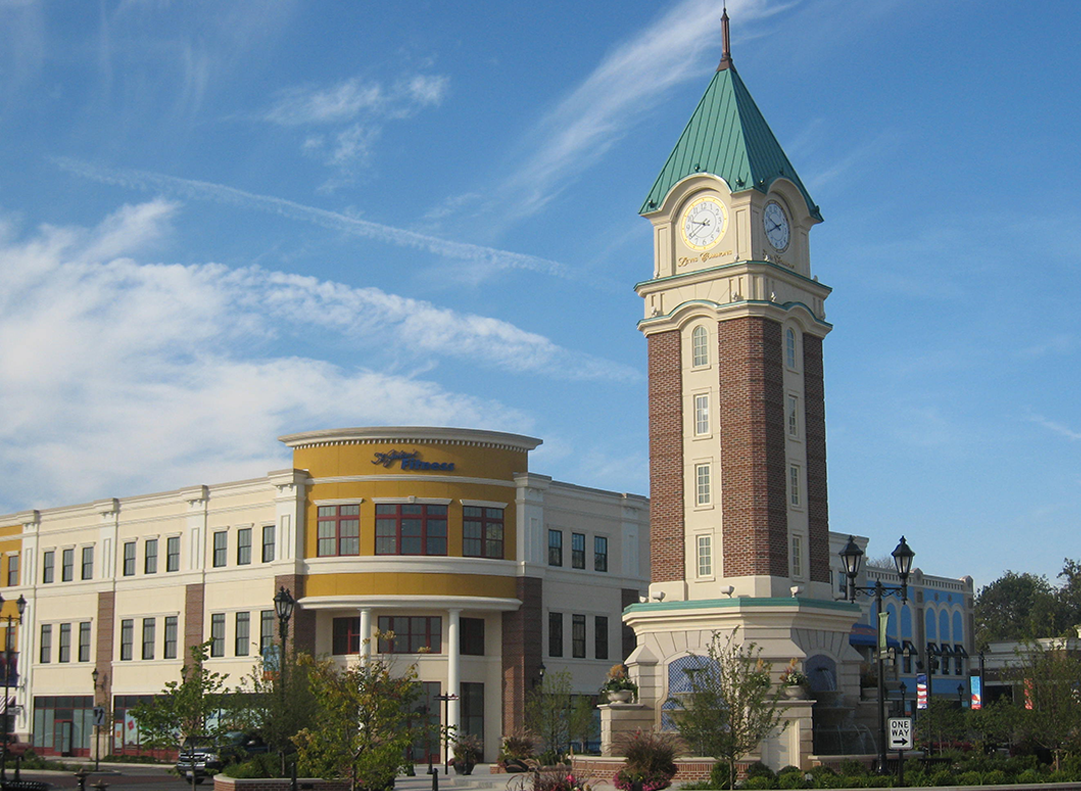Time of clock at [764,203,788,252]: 9:40
